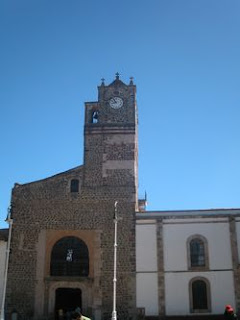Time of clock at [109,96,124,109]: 8:54
